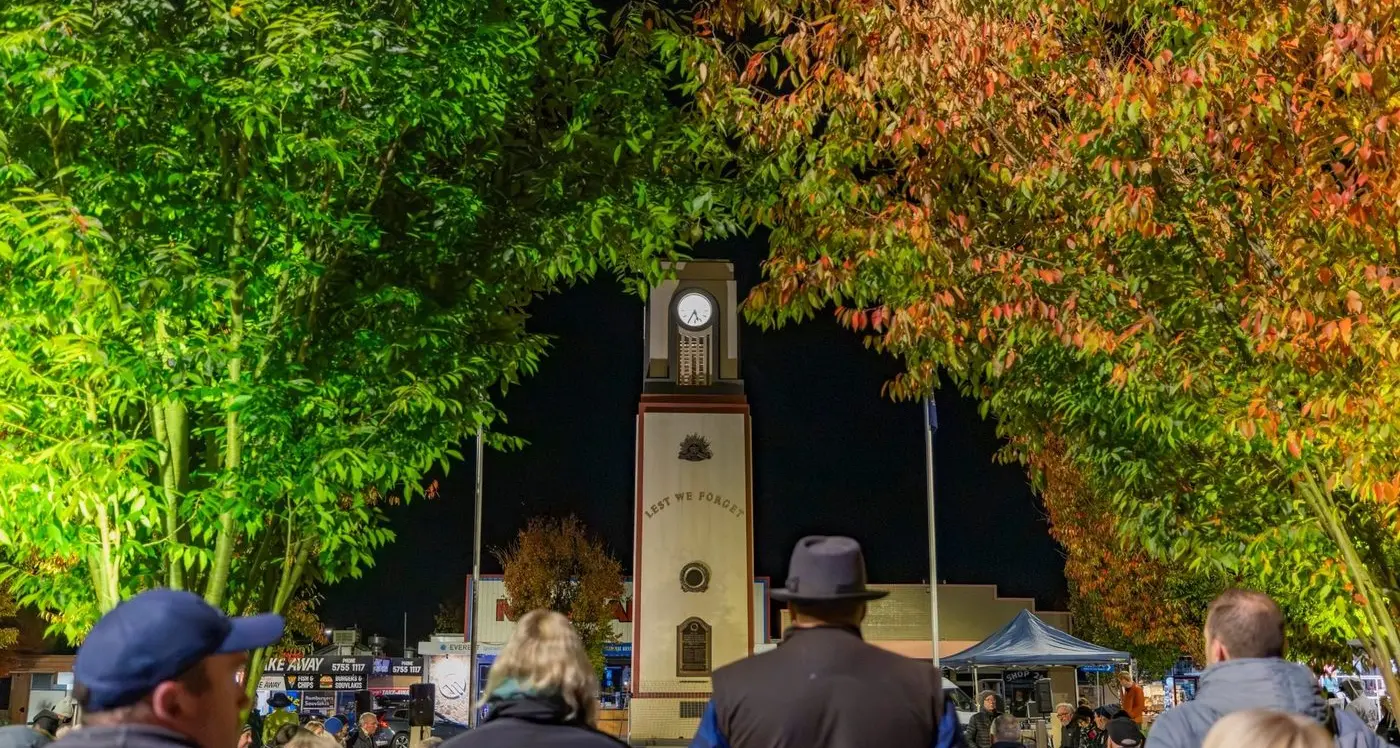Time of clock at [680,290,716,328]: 5:35
